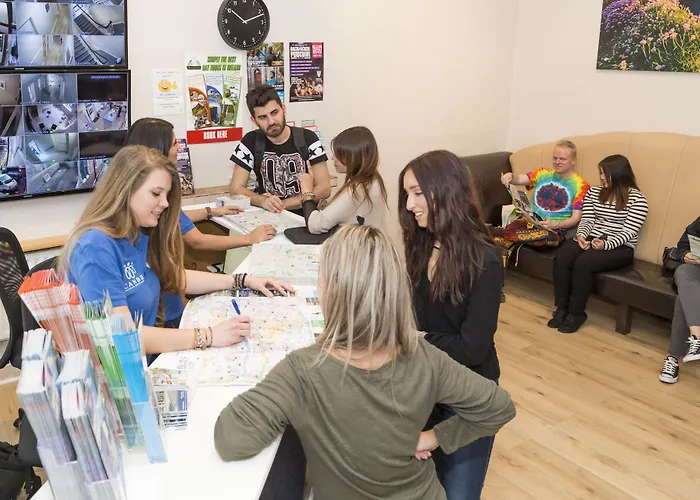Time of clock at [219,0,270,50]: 10:11
